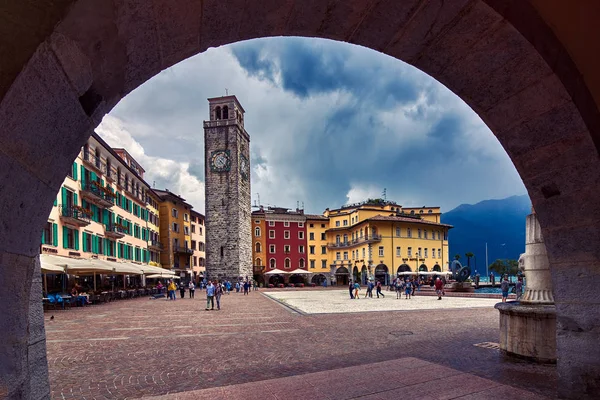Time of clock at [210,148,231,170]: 1:22
